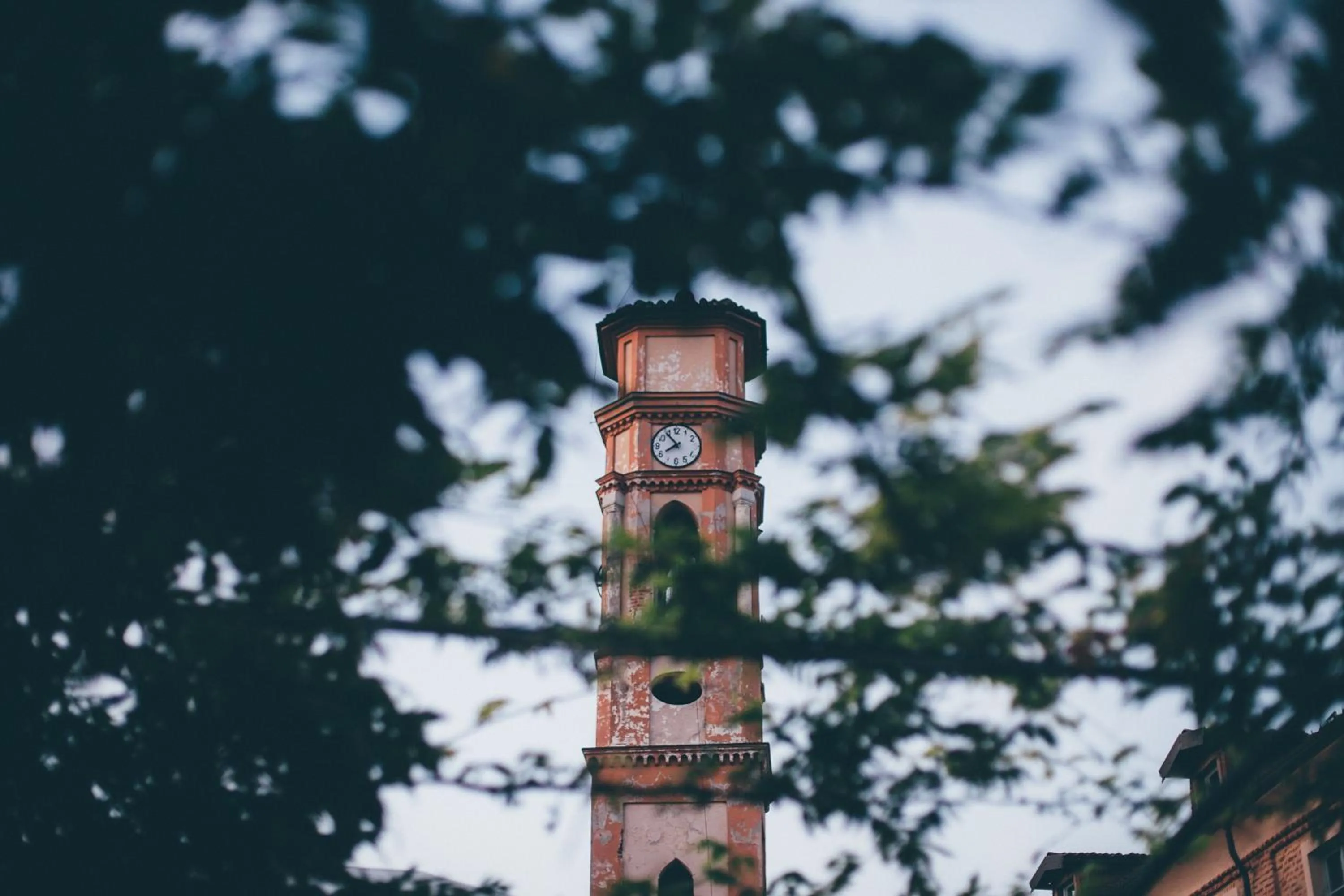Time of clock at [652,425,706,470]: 7:53
